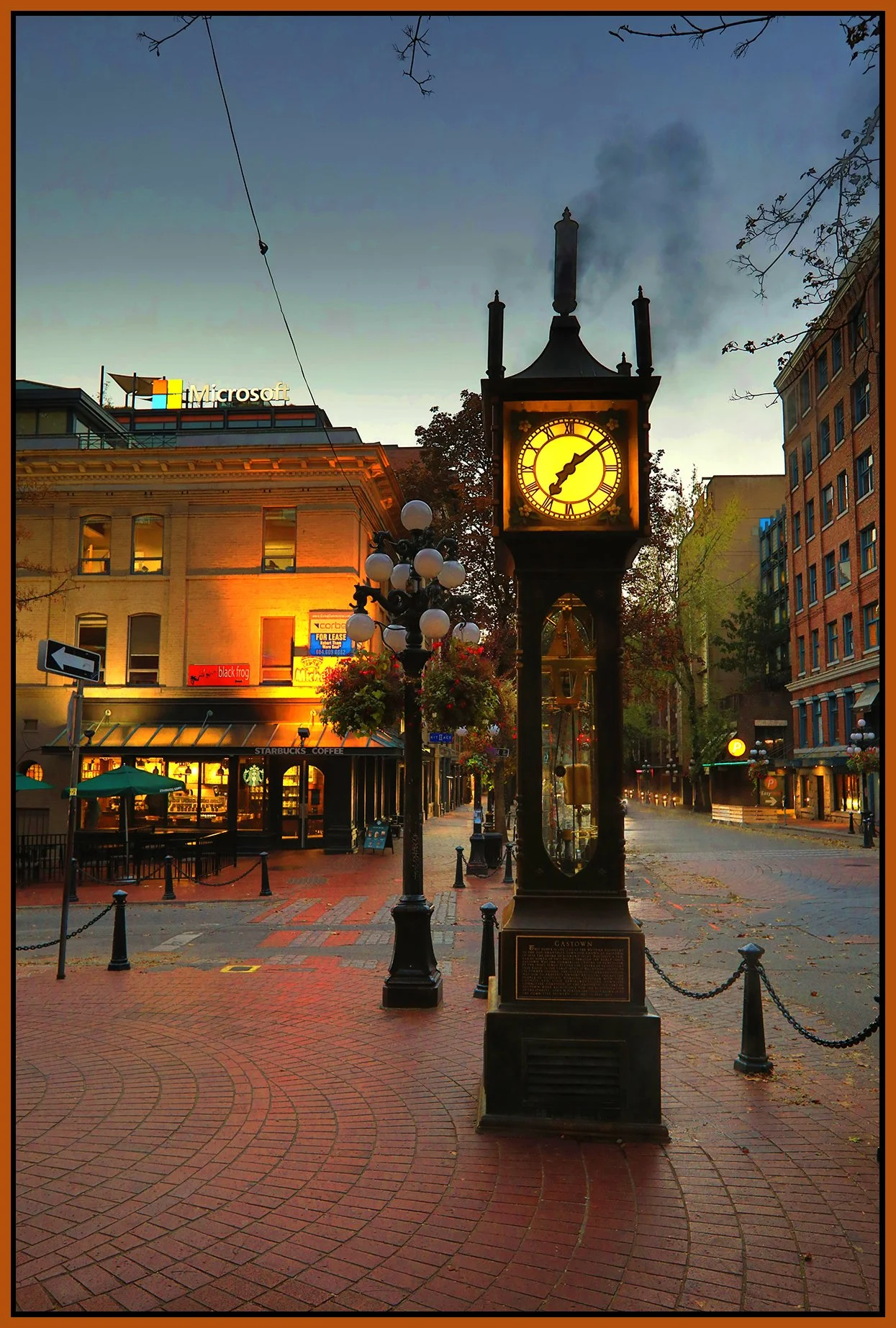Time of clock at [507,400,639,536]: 7:08
